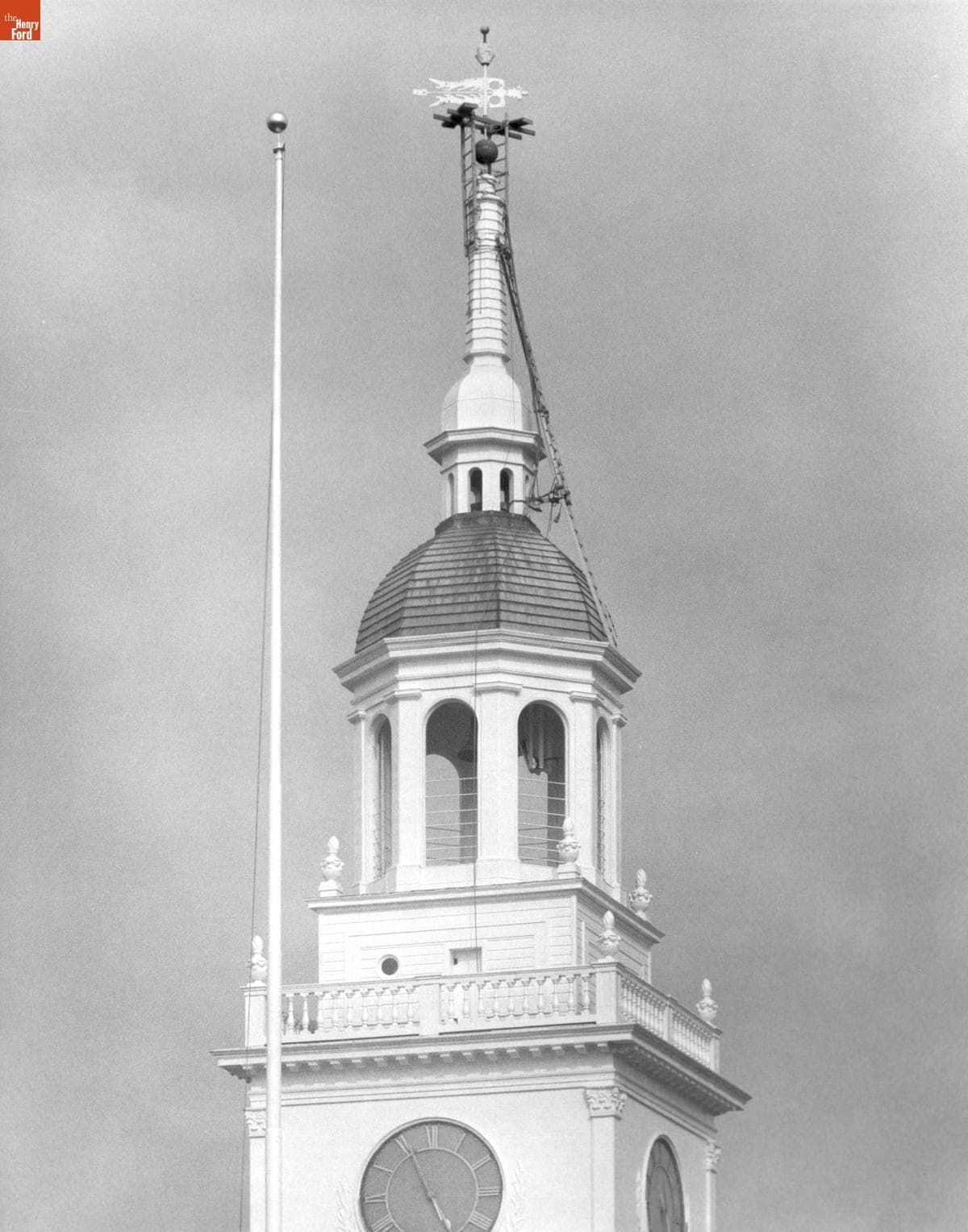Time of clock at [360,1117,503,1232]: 4:55
